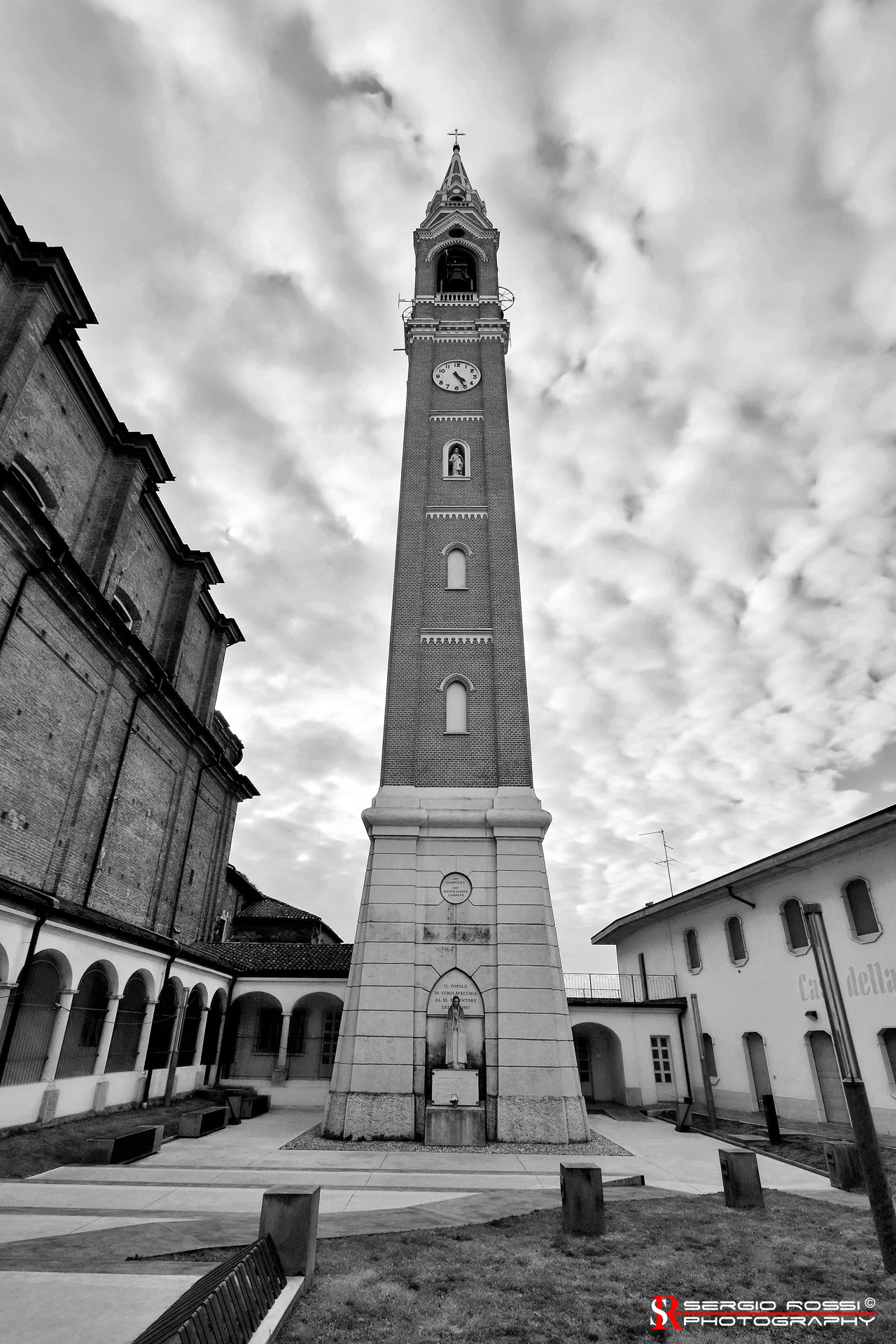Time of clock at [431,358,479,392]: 4:25
